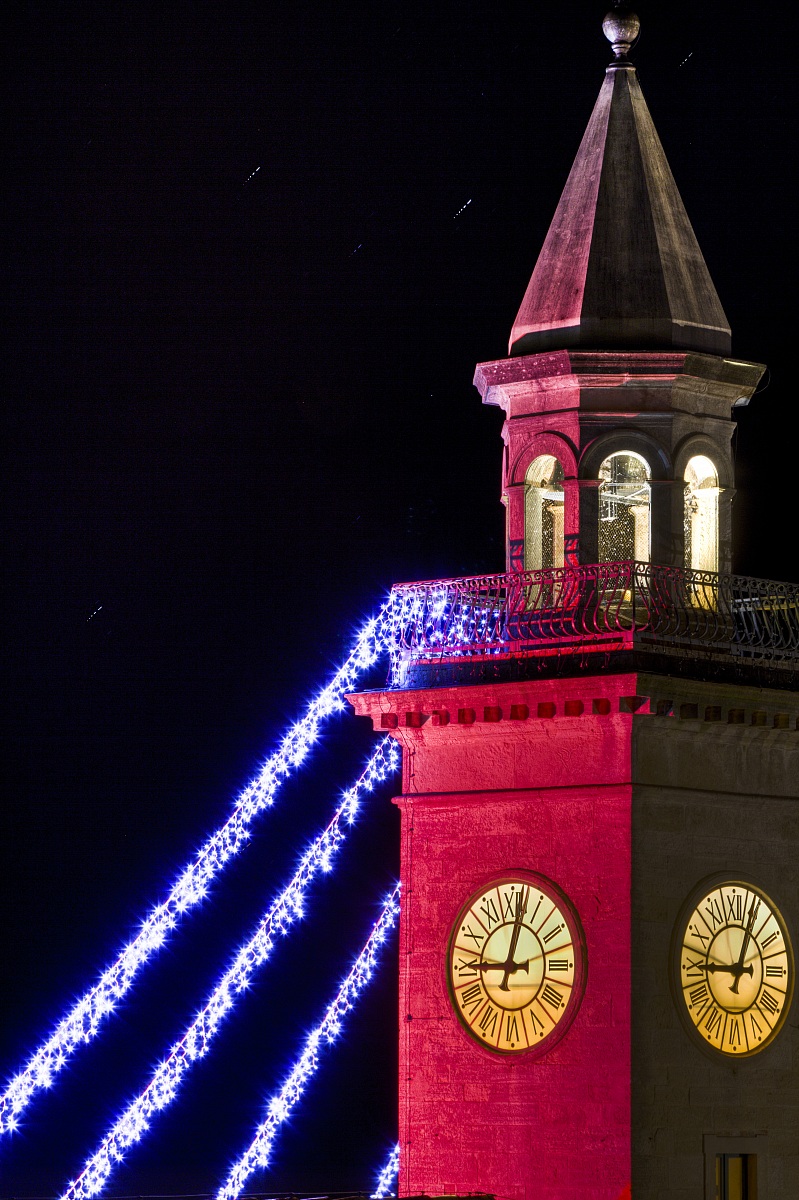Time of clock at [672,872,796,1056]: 9:03
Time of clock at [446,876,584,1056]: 9:01
